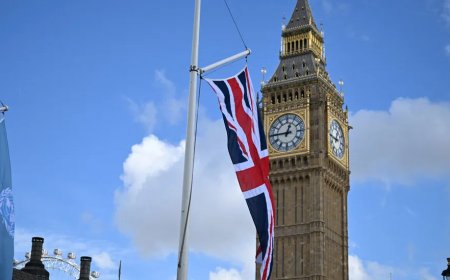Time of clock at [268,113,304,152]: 12:45
